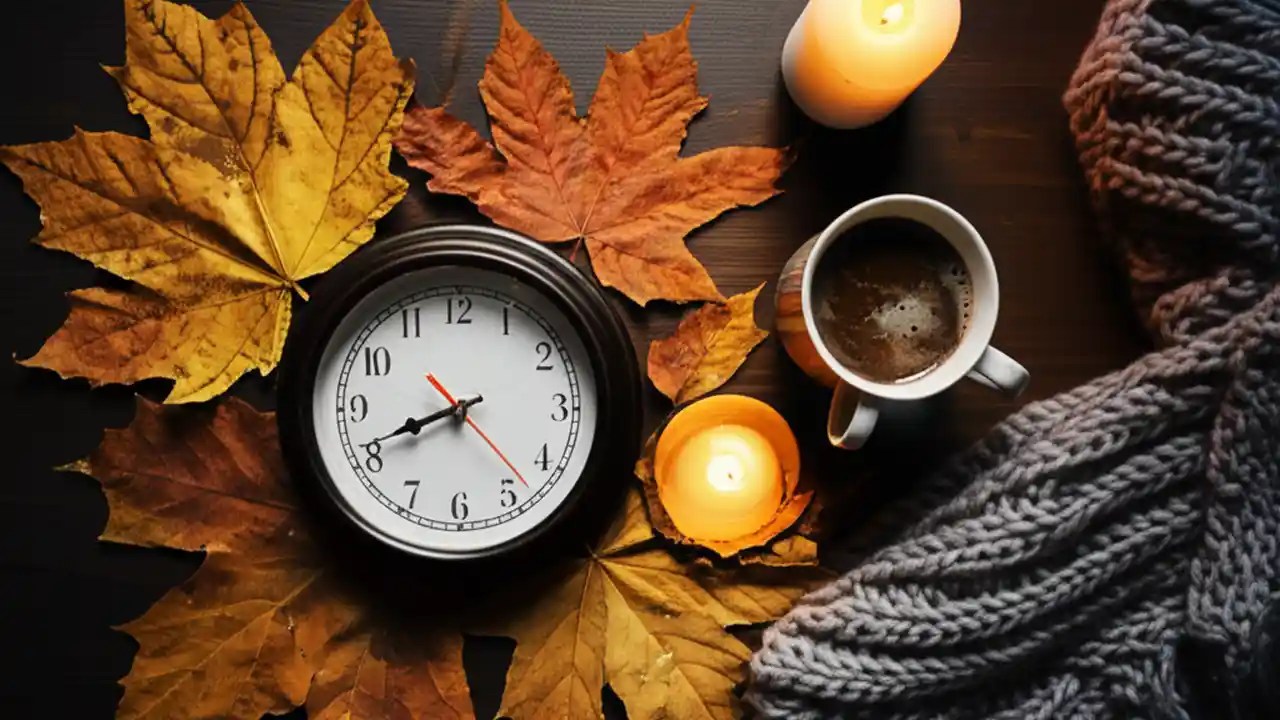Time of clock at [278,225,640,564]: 8:41
